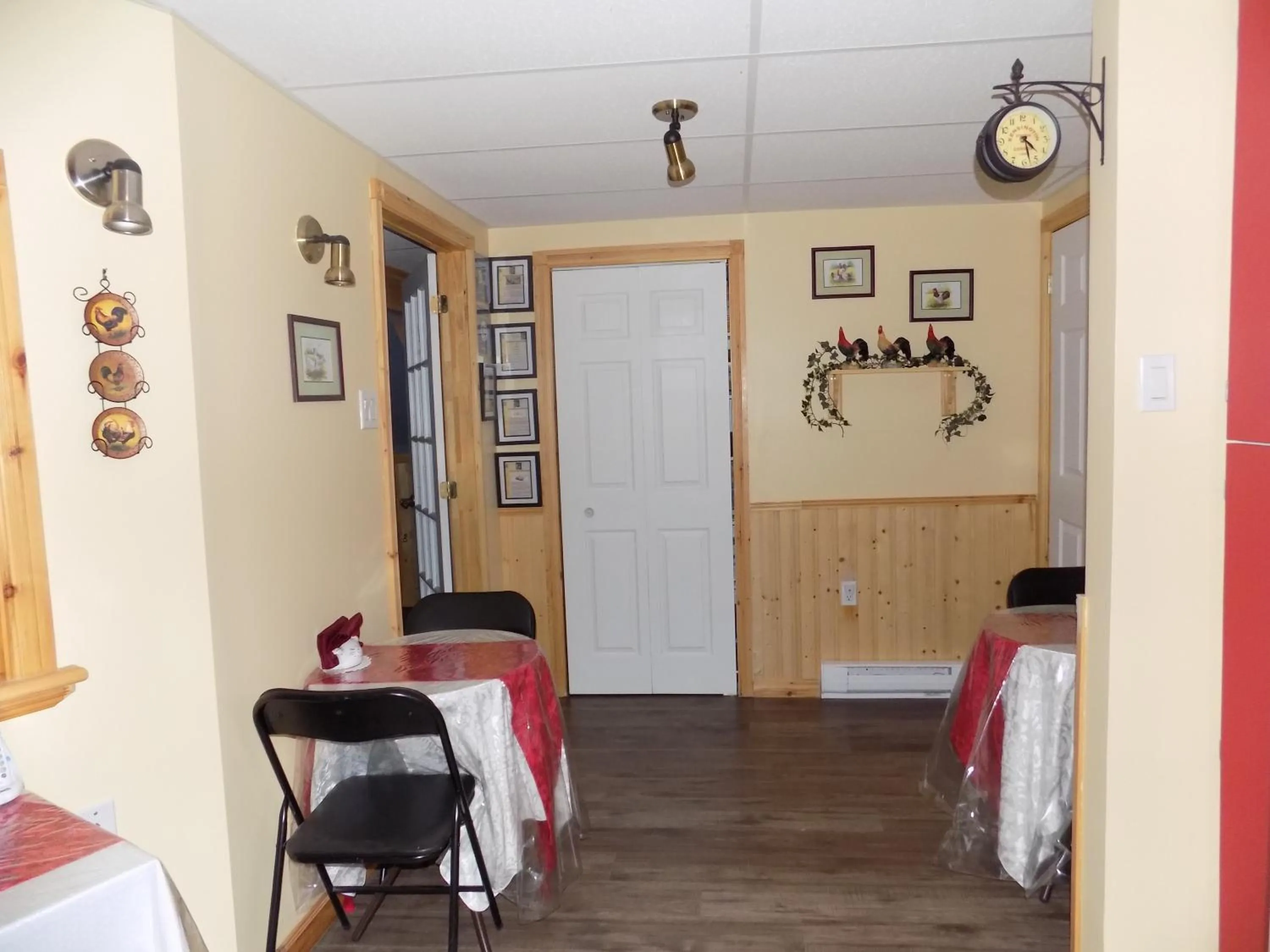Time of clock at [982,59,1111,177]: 4:27
